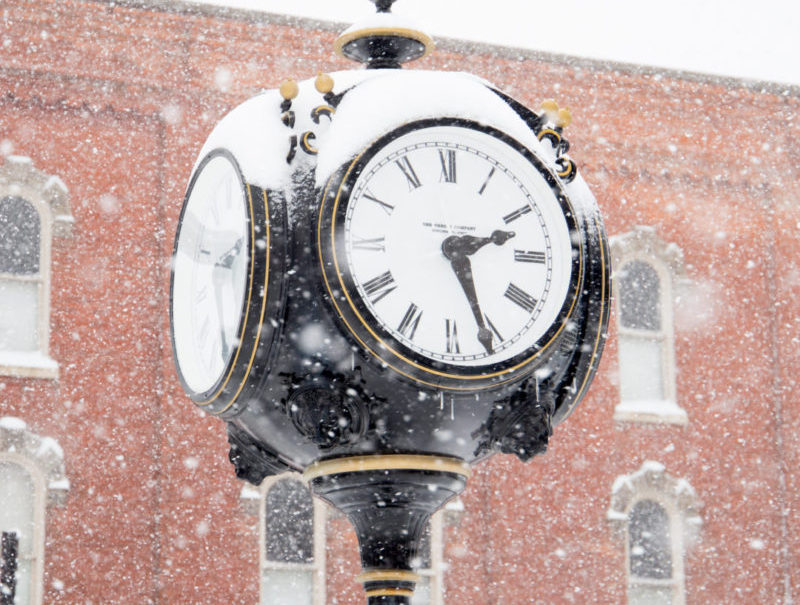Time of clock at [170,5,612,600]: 2:25
